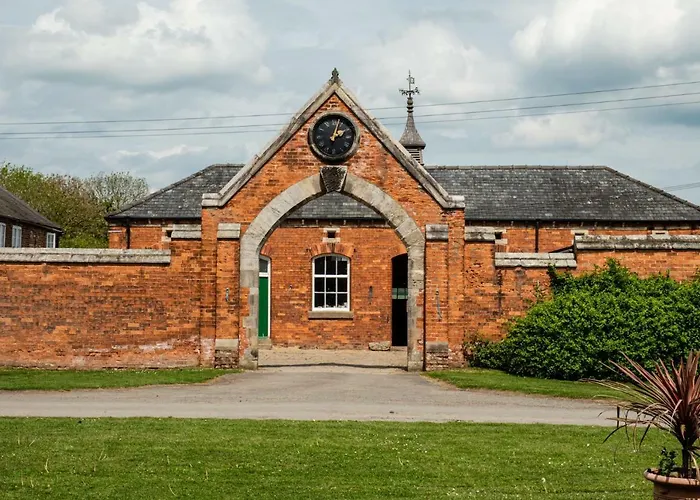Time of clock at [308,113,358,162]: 2:02
